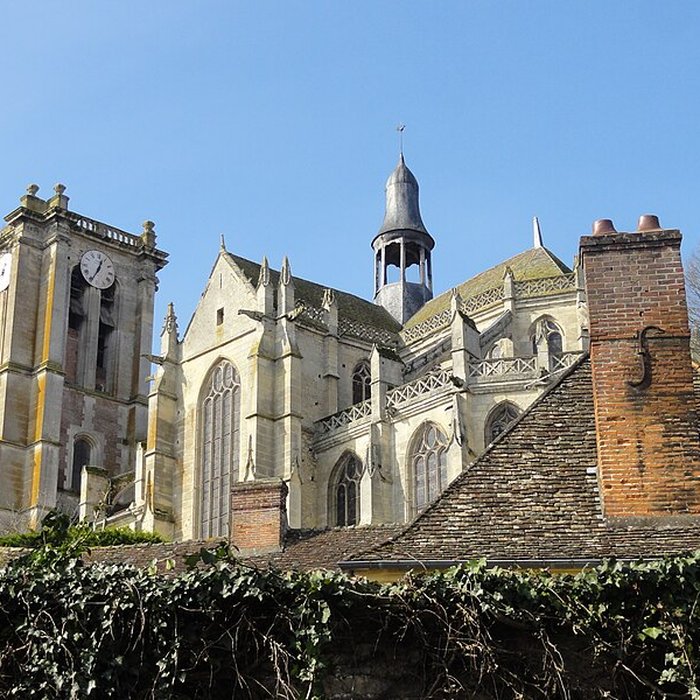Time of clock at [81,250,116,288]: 12:34
